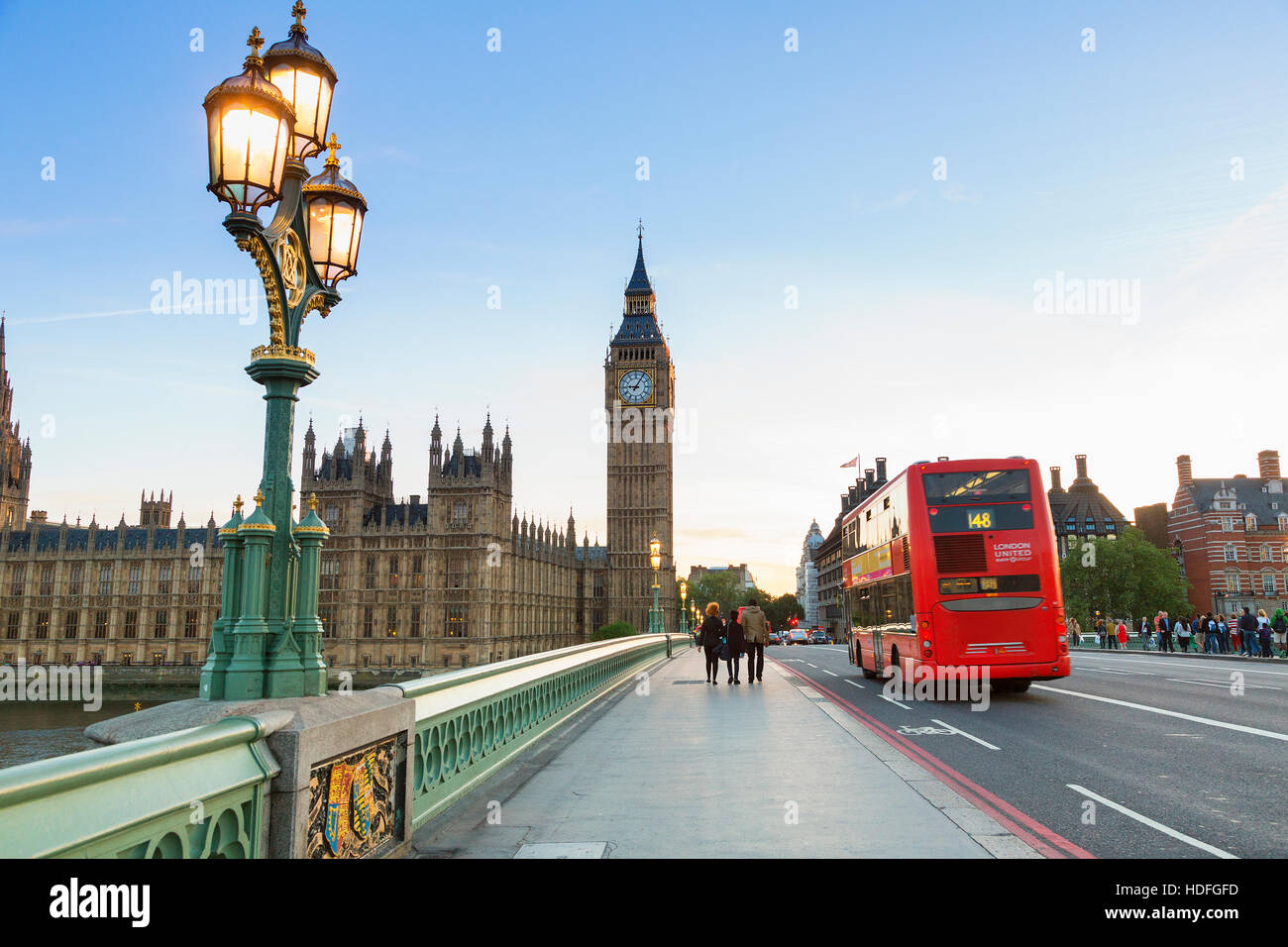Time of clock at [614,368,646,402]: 9:05
